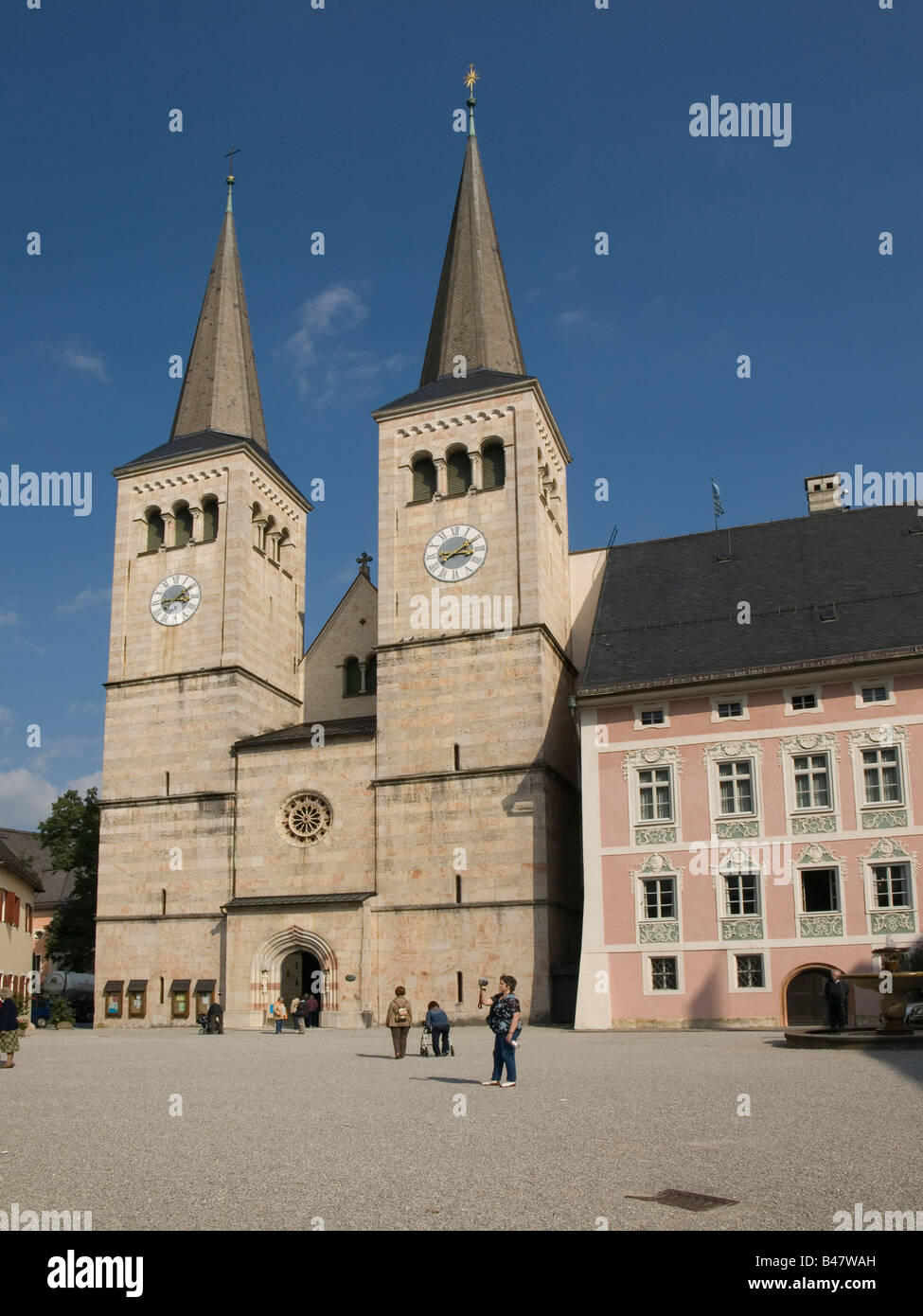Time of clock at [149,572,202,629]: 3:09
